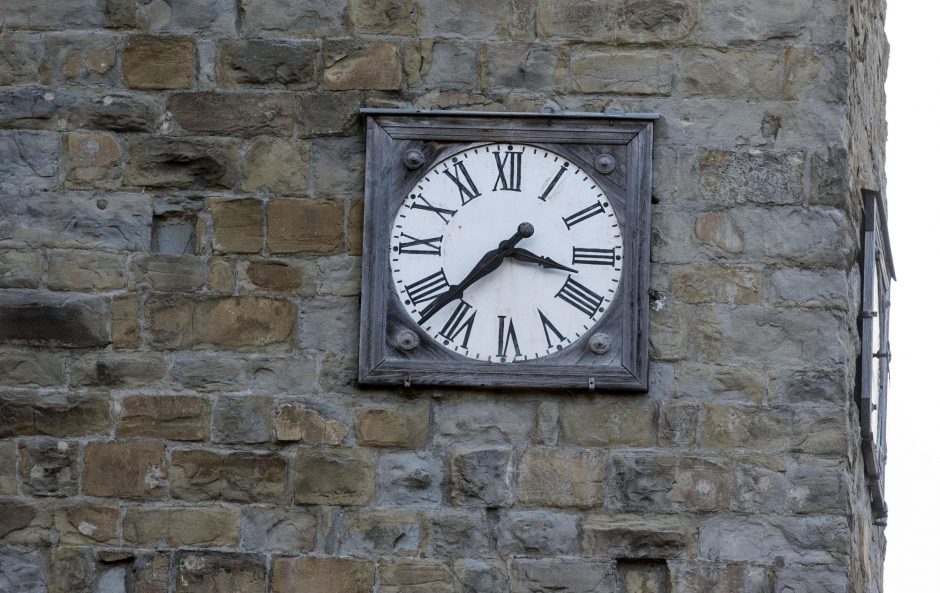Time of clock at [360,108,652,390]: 3:37
